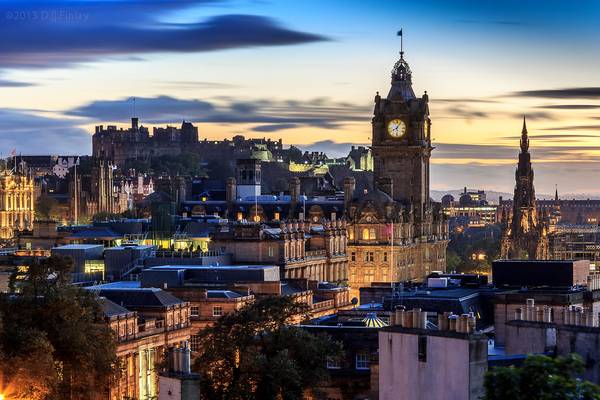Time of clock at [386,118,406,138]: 8:05
